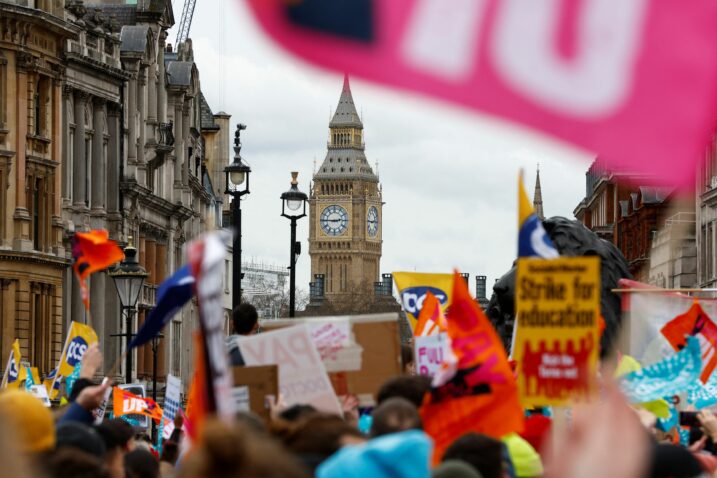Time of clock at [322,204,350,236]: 2:45
